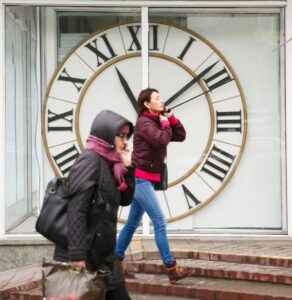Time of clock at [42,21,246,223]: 11:08
